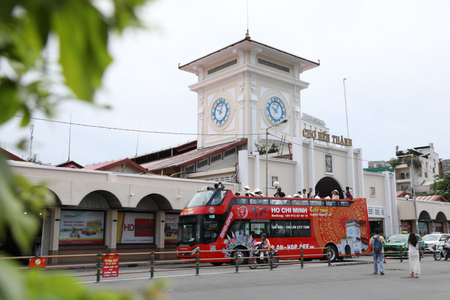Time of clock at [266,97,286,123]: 10:04
